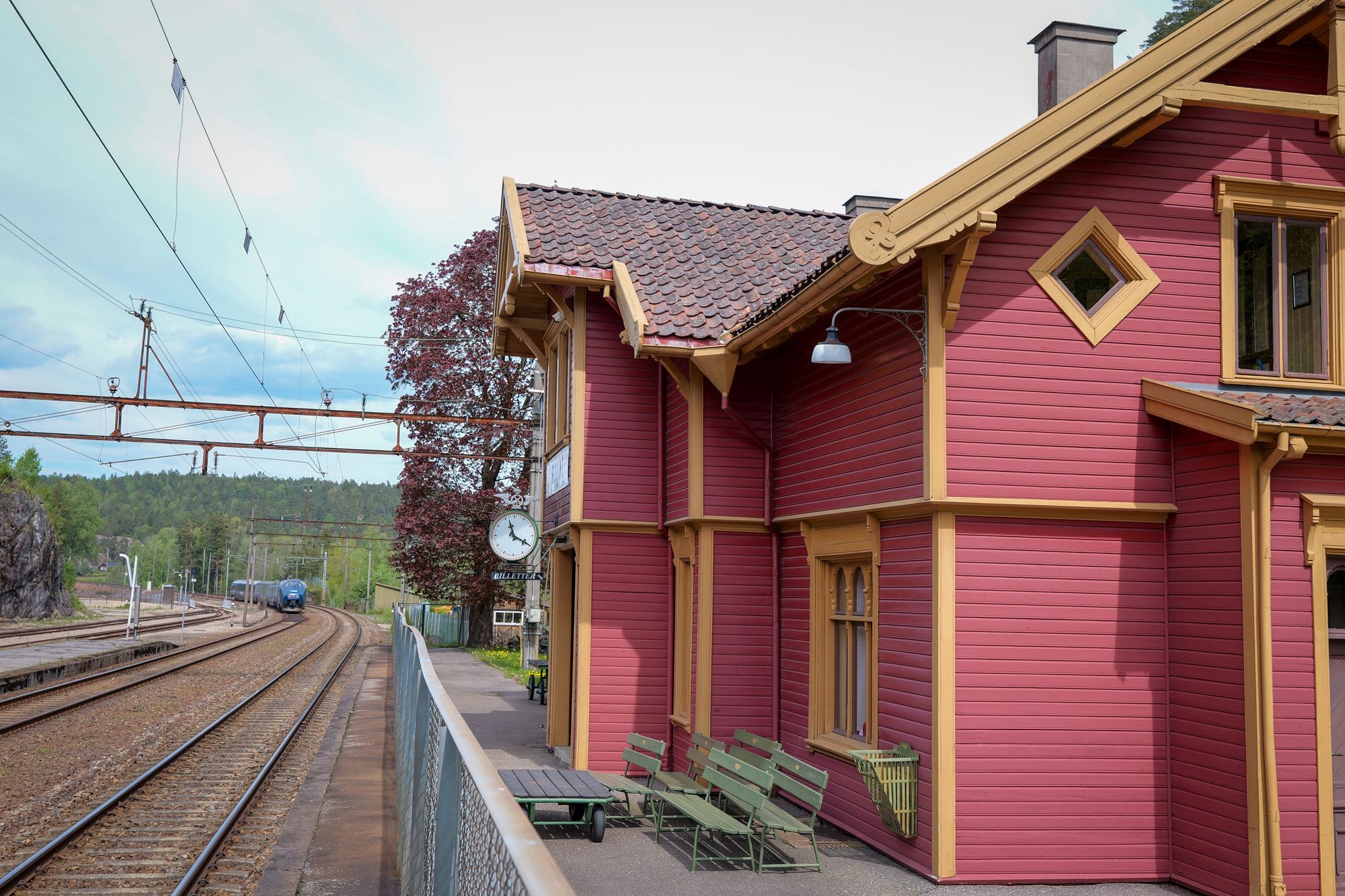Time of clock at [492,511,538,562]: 11:19
